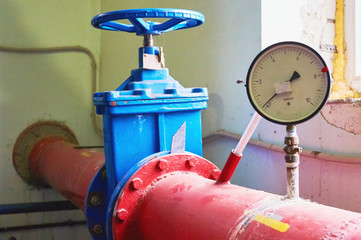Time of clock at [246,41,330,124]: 2:36
